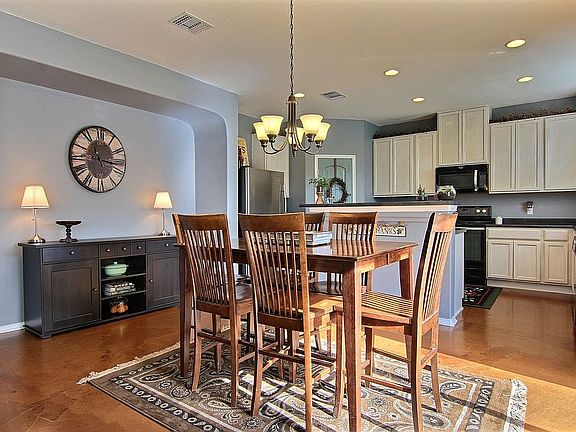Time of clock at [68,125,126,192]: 11:16
